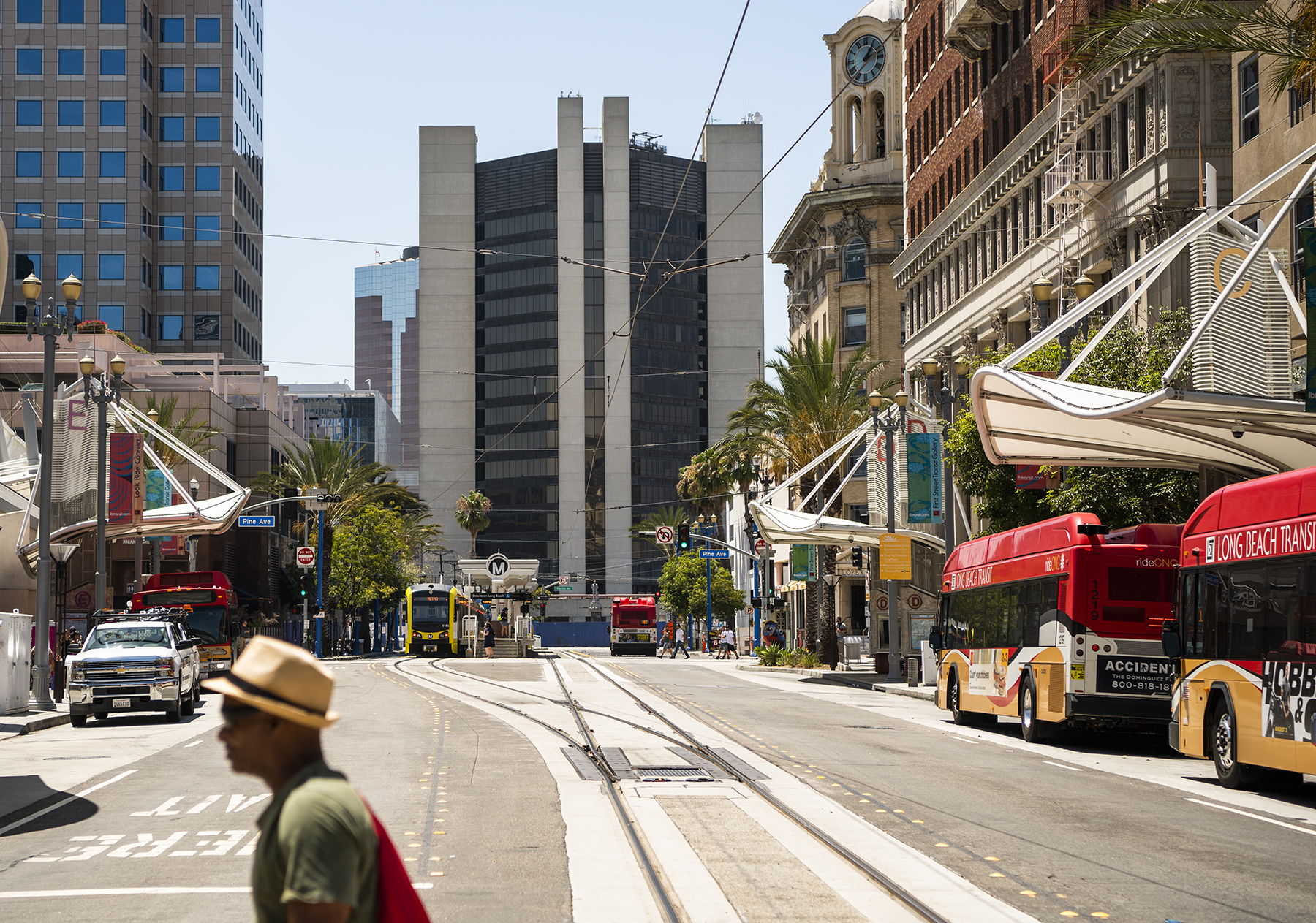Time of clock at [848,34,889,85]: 1:12
